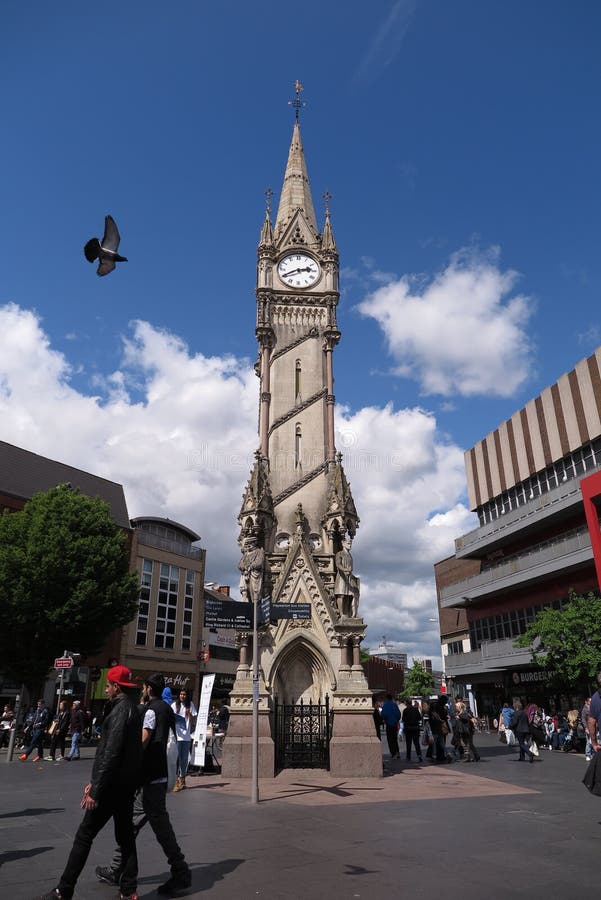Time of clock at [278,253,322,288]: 2:40
